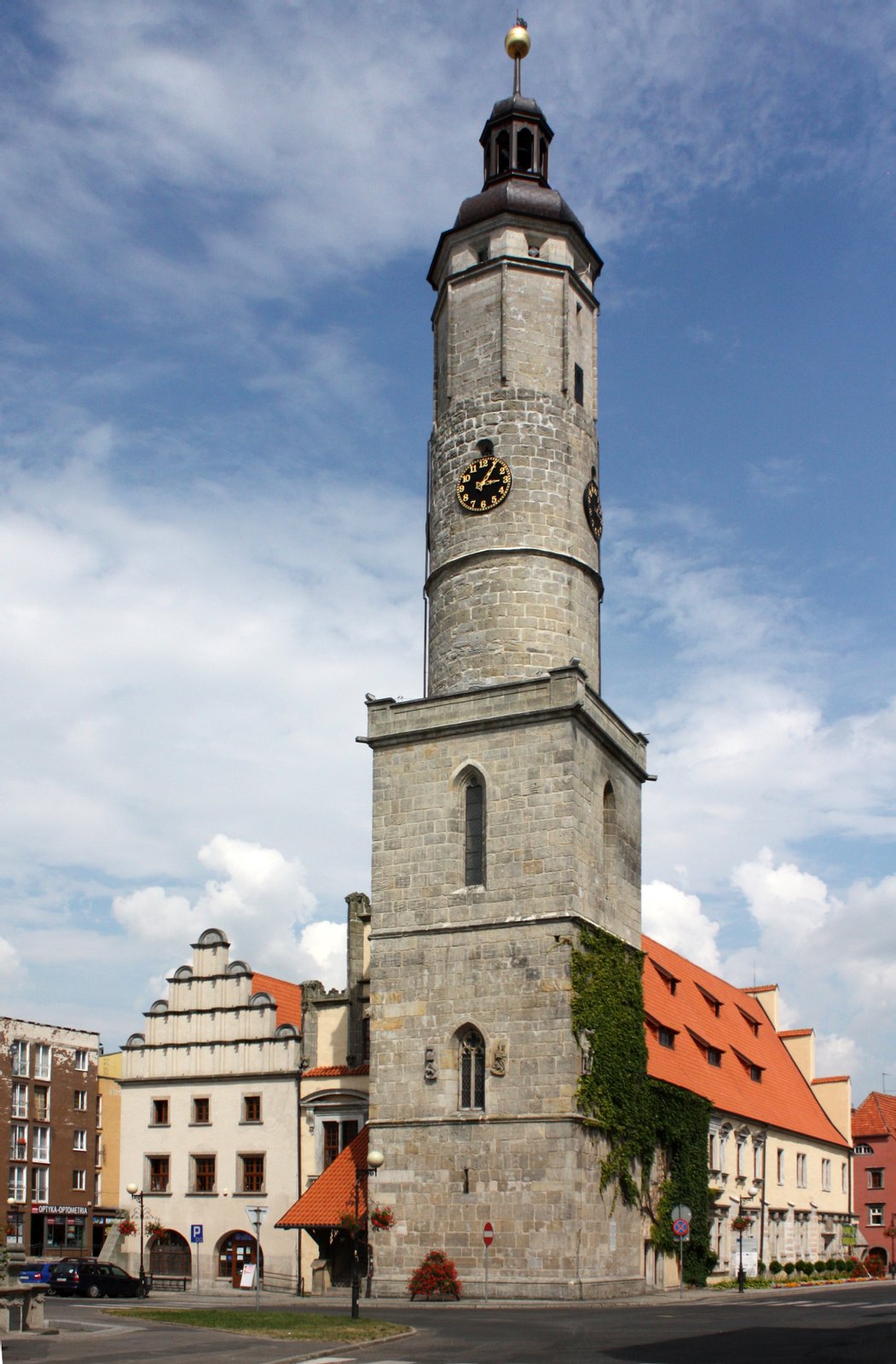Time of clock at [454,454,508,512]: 3:05
